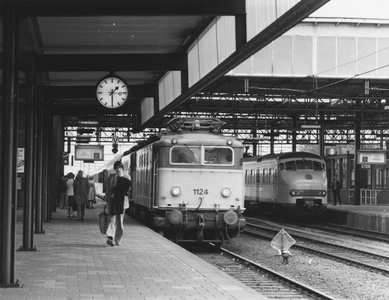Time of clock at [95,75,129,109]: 1:29
